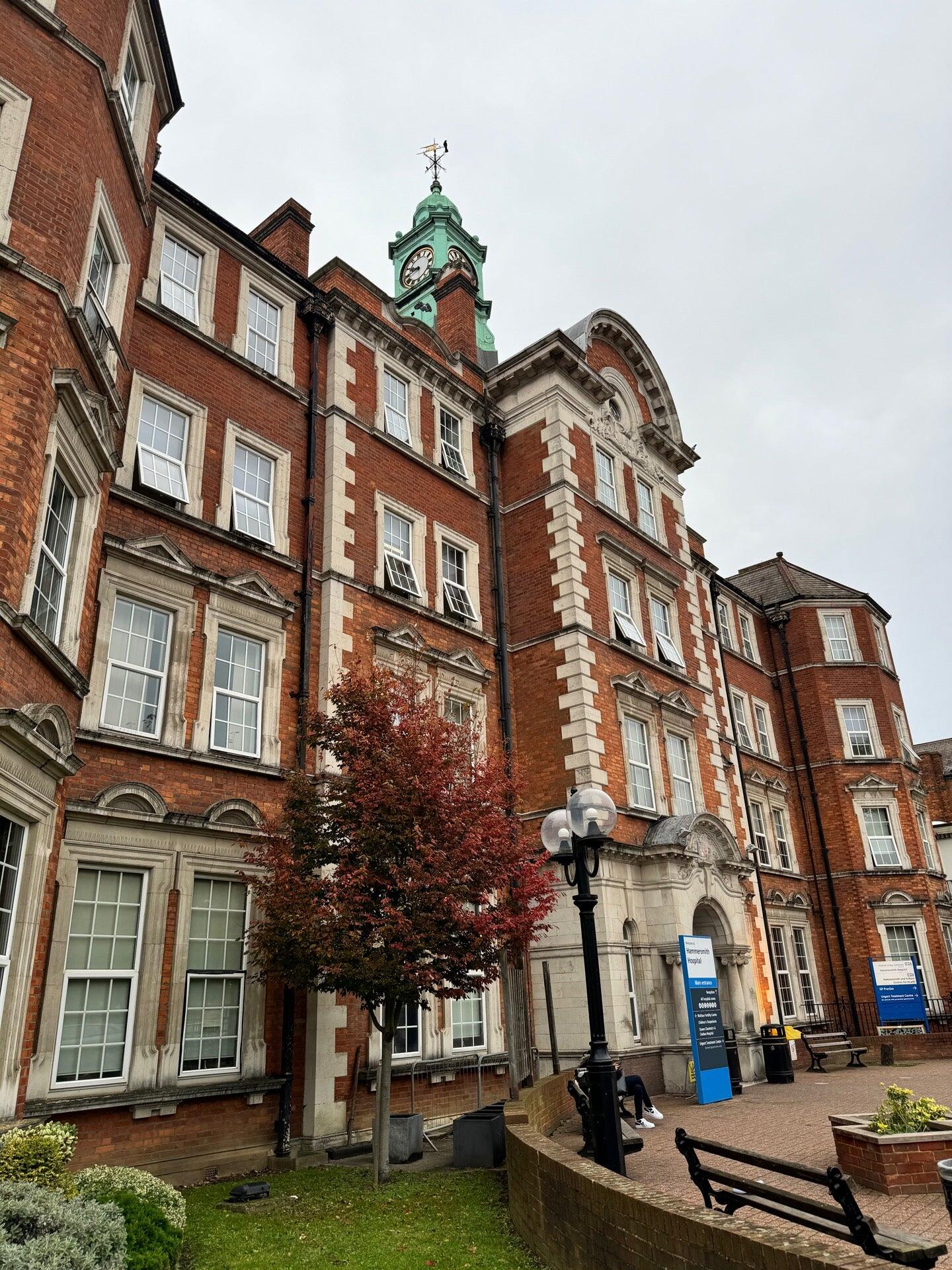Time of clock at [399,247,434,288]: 9:42
